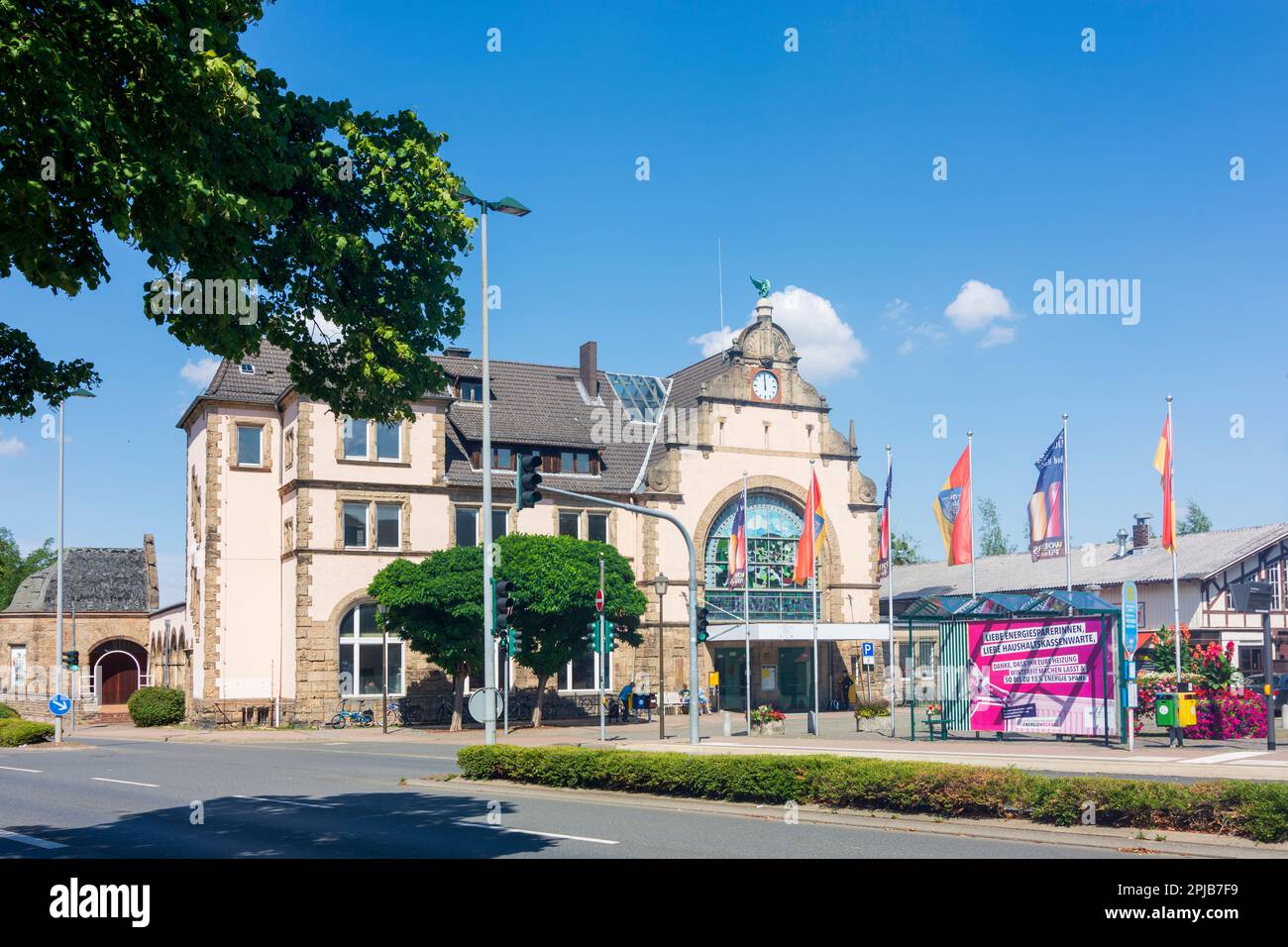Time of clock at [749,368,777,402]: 11:59
